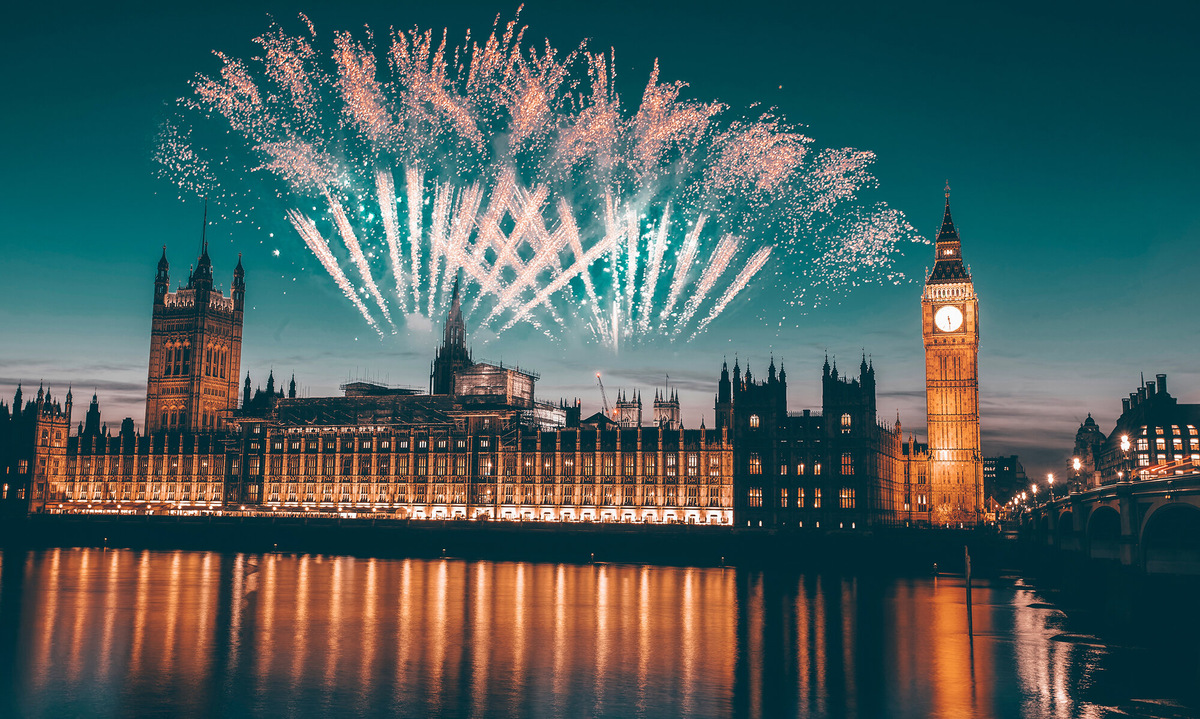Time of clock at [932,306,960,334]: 5:29
